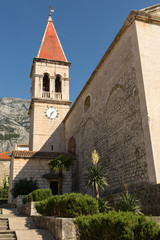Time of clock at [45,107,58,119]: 1:33
